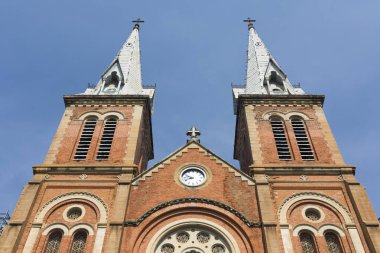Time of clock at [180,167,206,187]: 8:49
